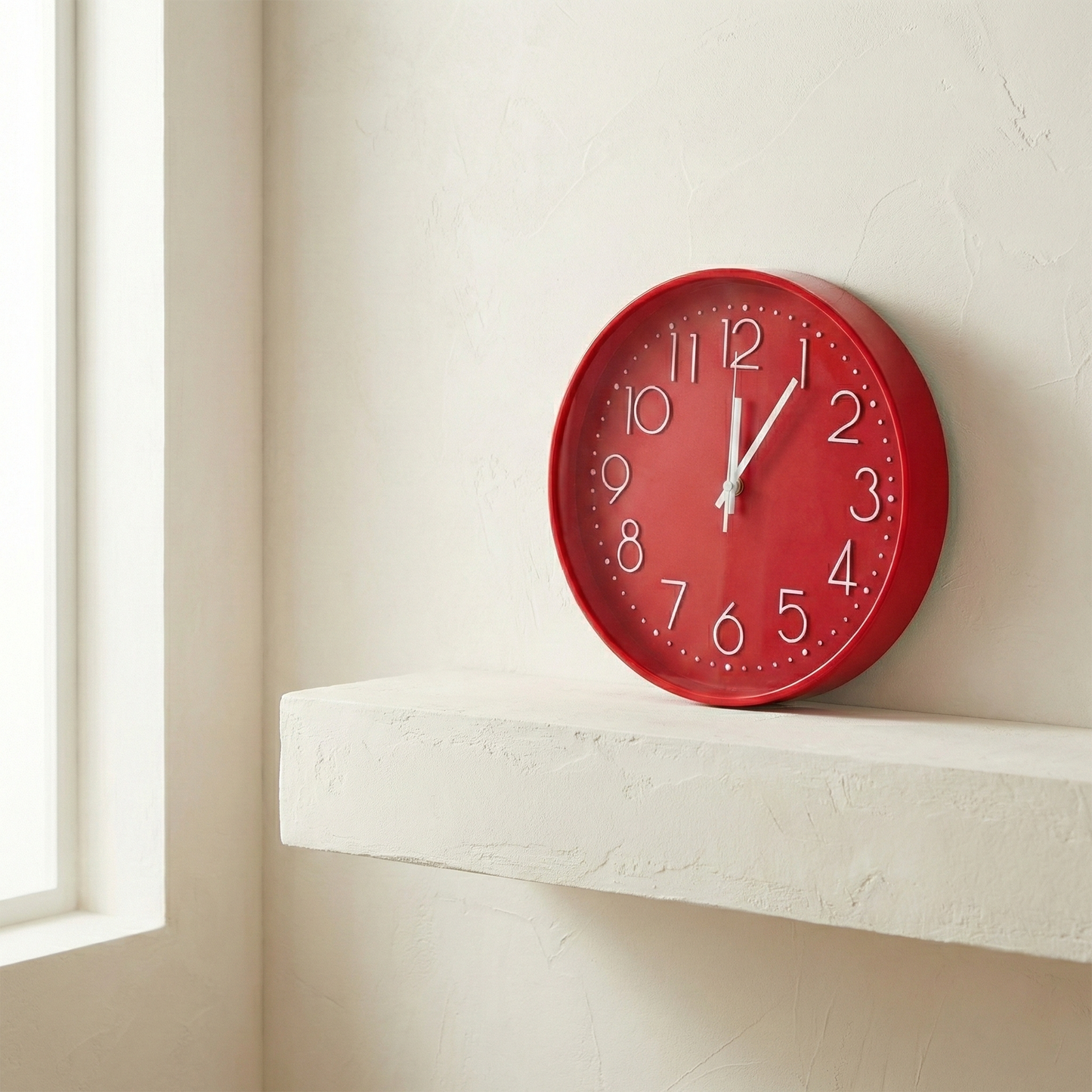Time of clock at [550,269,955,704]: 12:05
